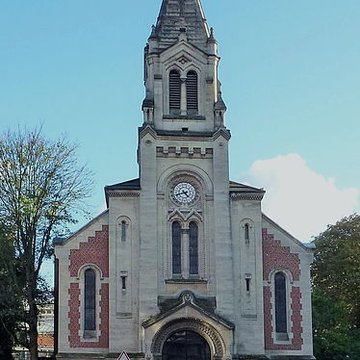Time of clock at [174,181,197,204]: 4:41
